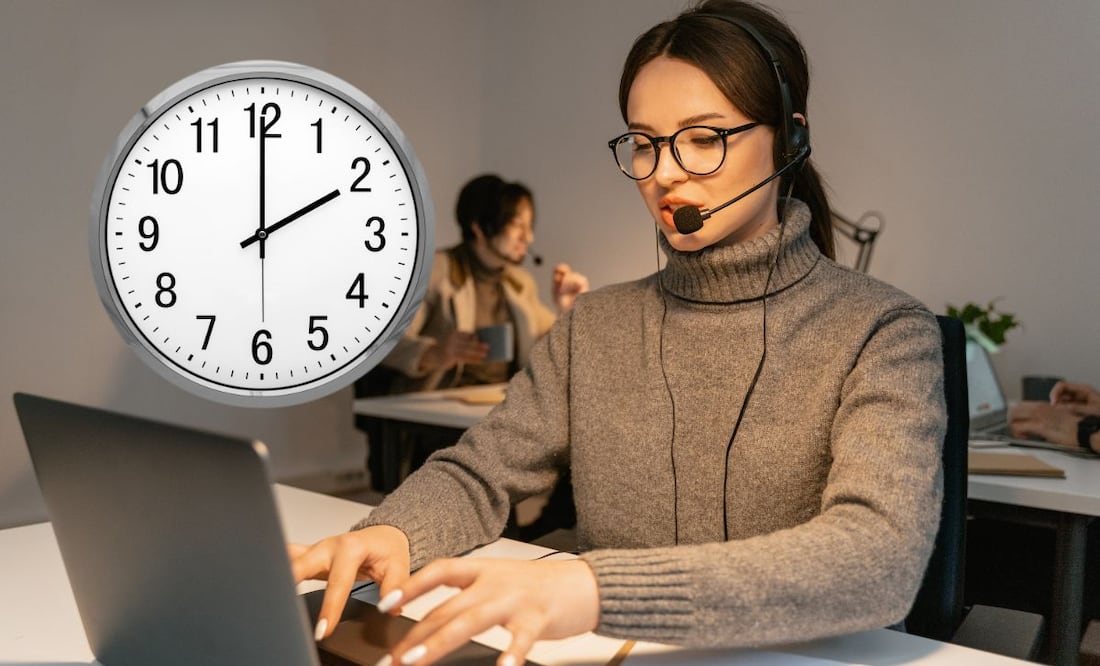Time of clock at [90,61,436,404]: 2:00
